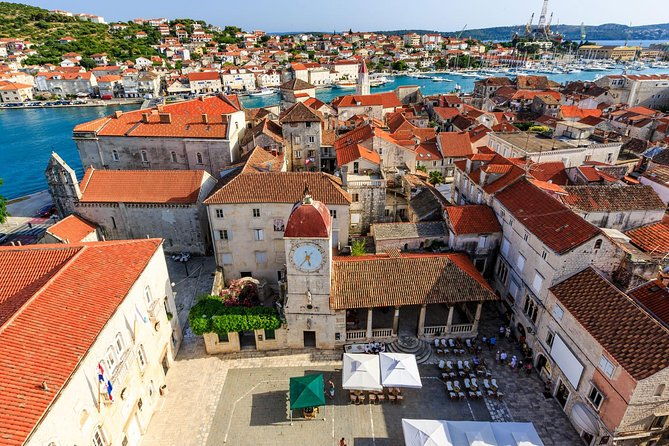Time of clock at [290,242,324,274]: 5:36
